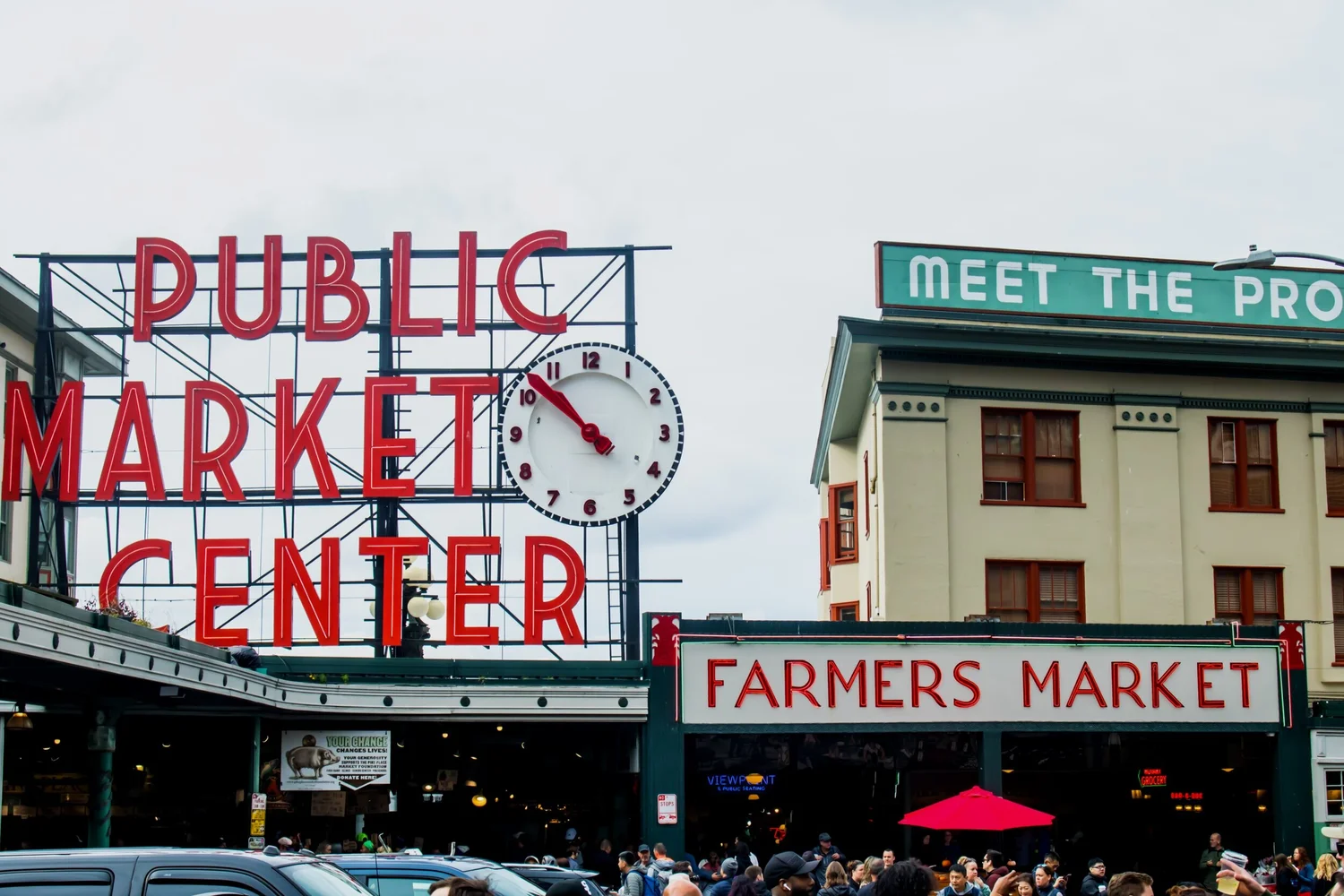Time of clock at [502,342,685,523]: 10:51
